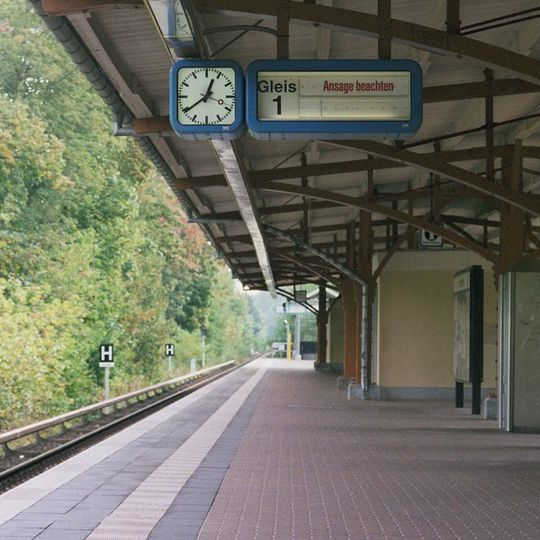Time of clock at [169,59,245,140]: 12:39
